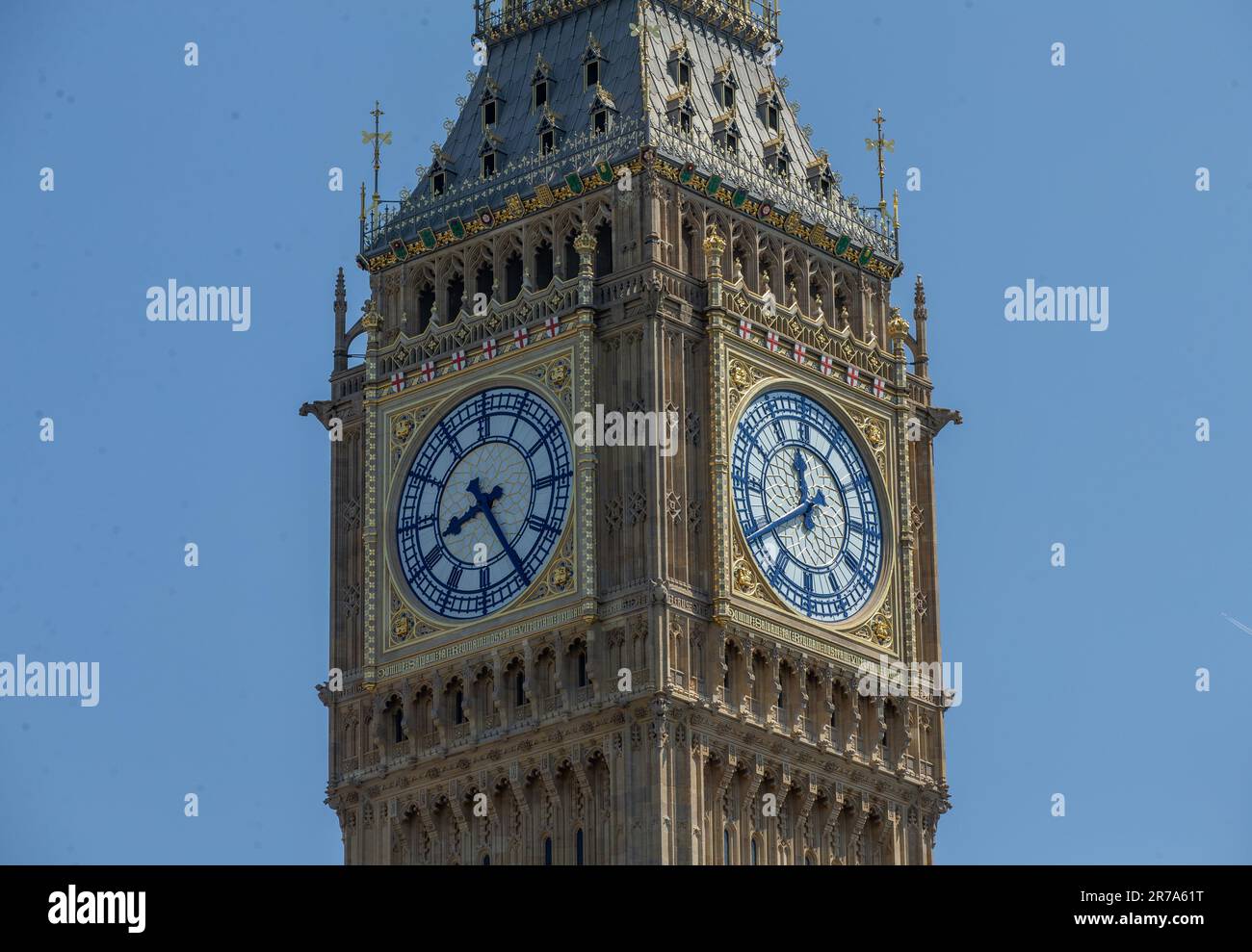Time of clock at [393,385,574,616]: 8:24
